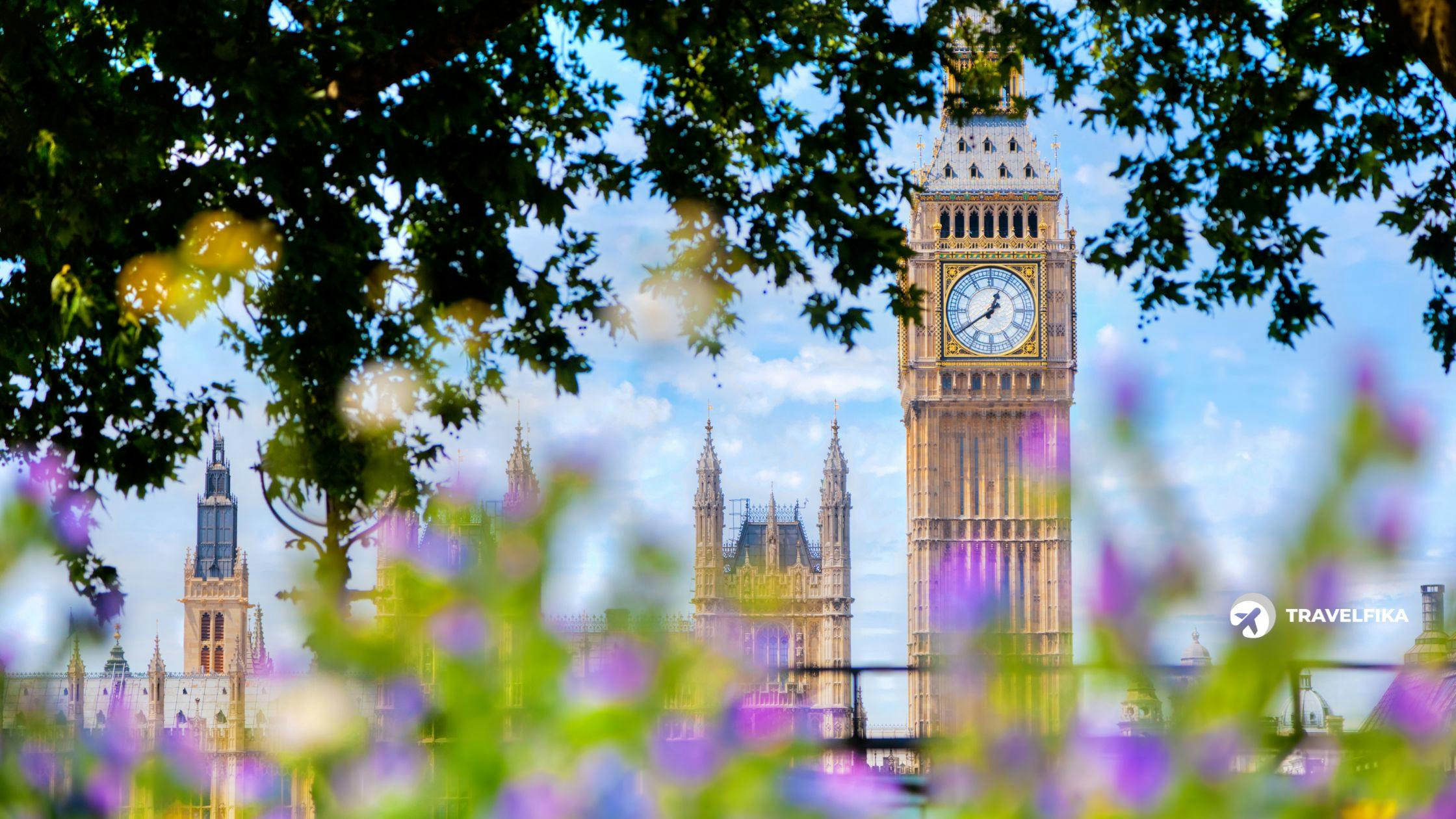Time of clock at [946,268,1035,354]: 12:39
